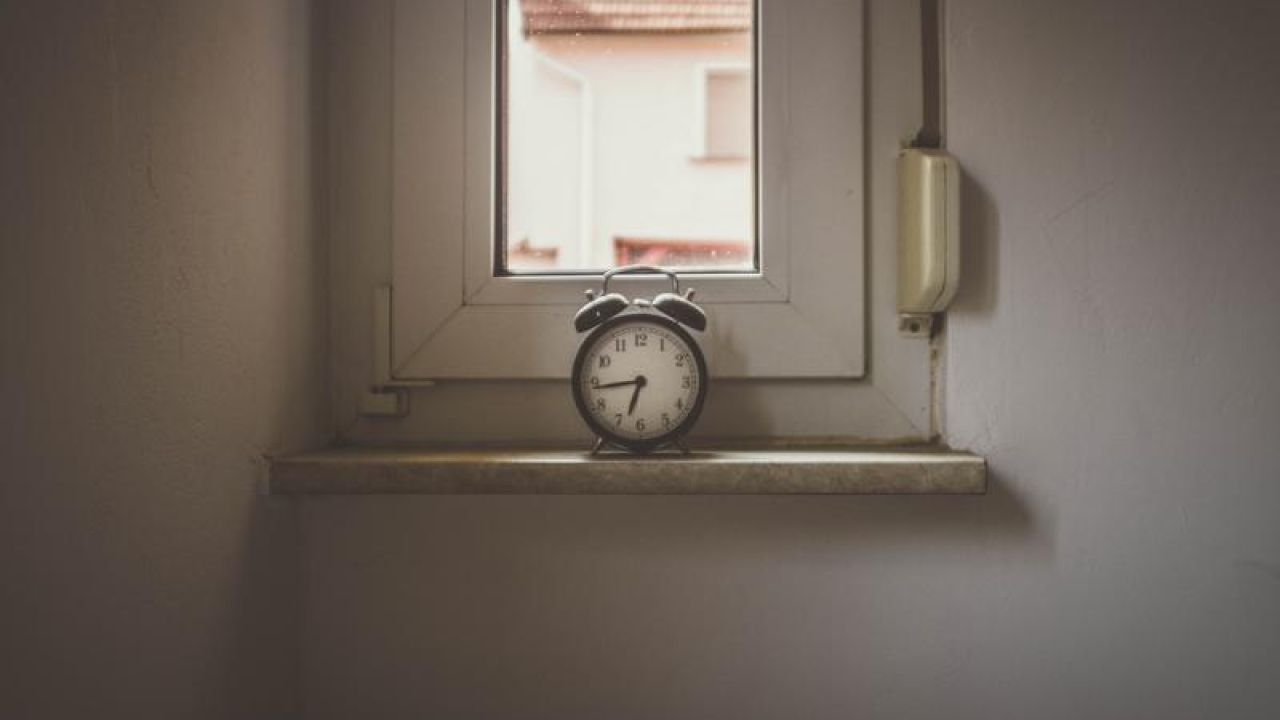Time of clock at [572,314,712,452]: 6:43
